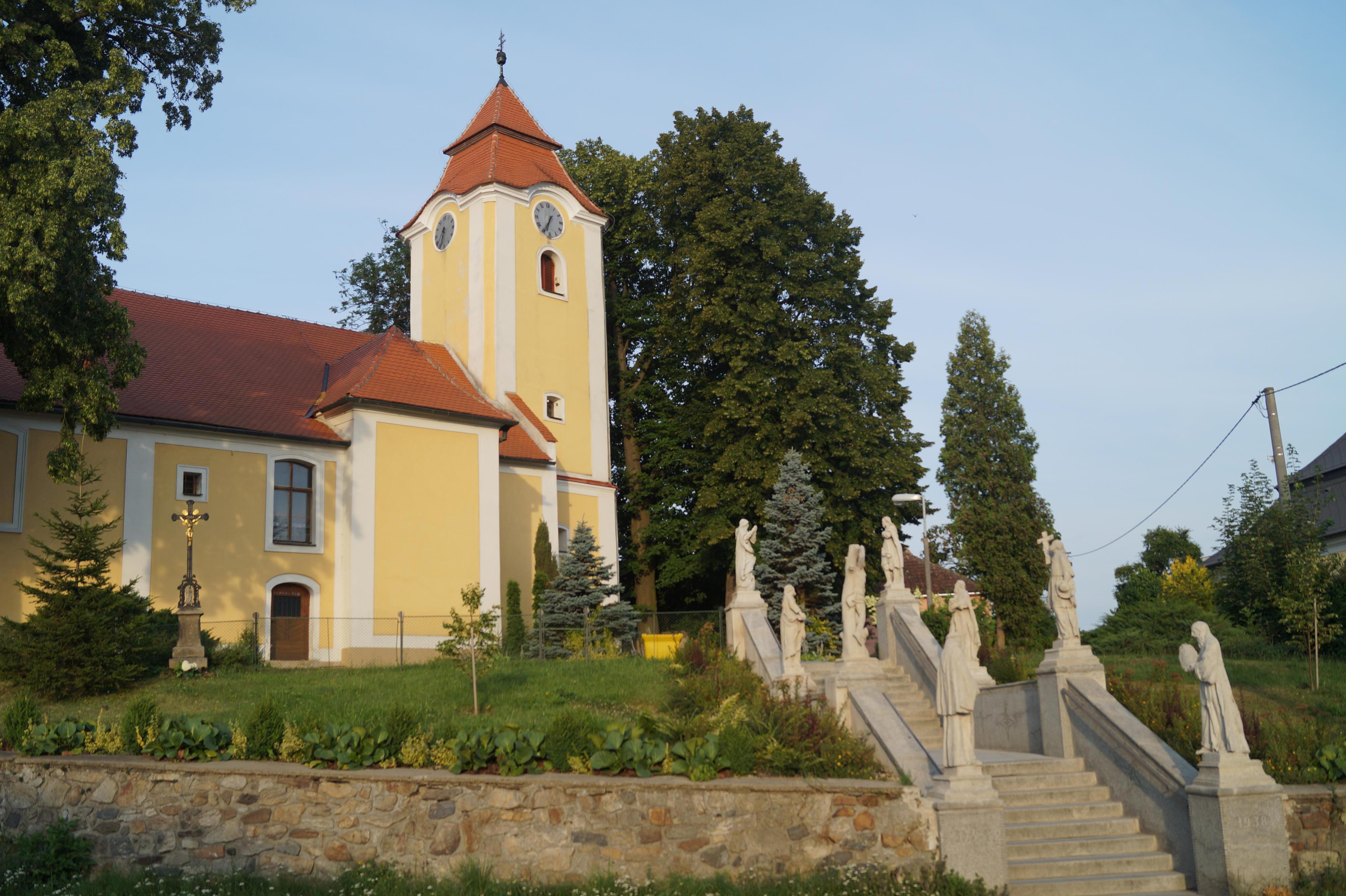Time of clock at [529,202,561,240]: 6:35
